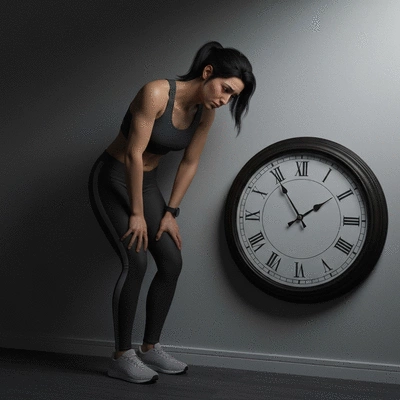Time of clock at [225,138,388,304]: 1:54
